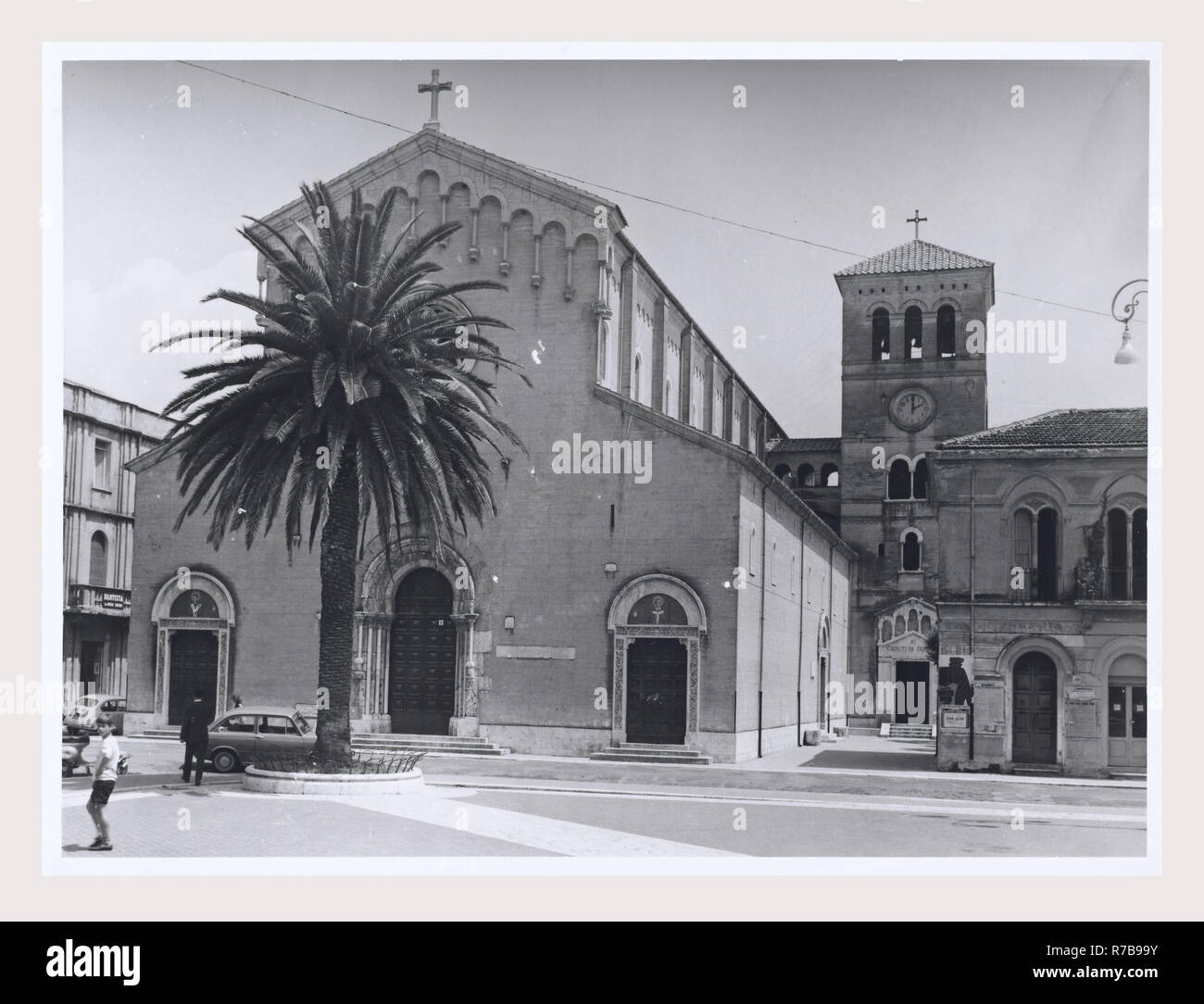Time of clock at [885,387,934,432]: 2:00
